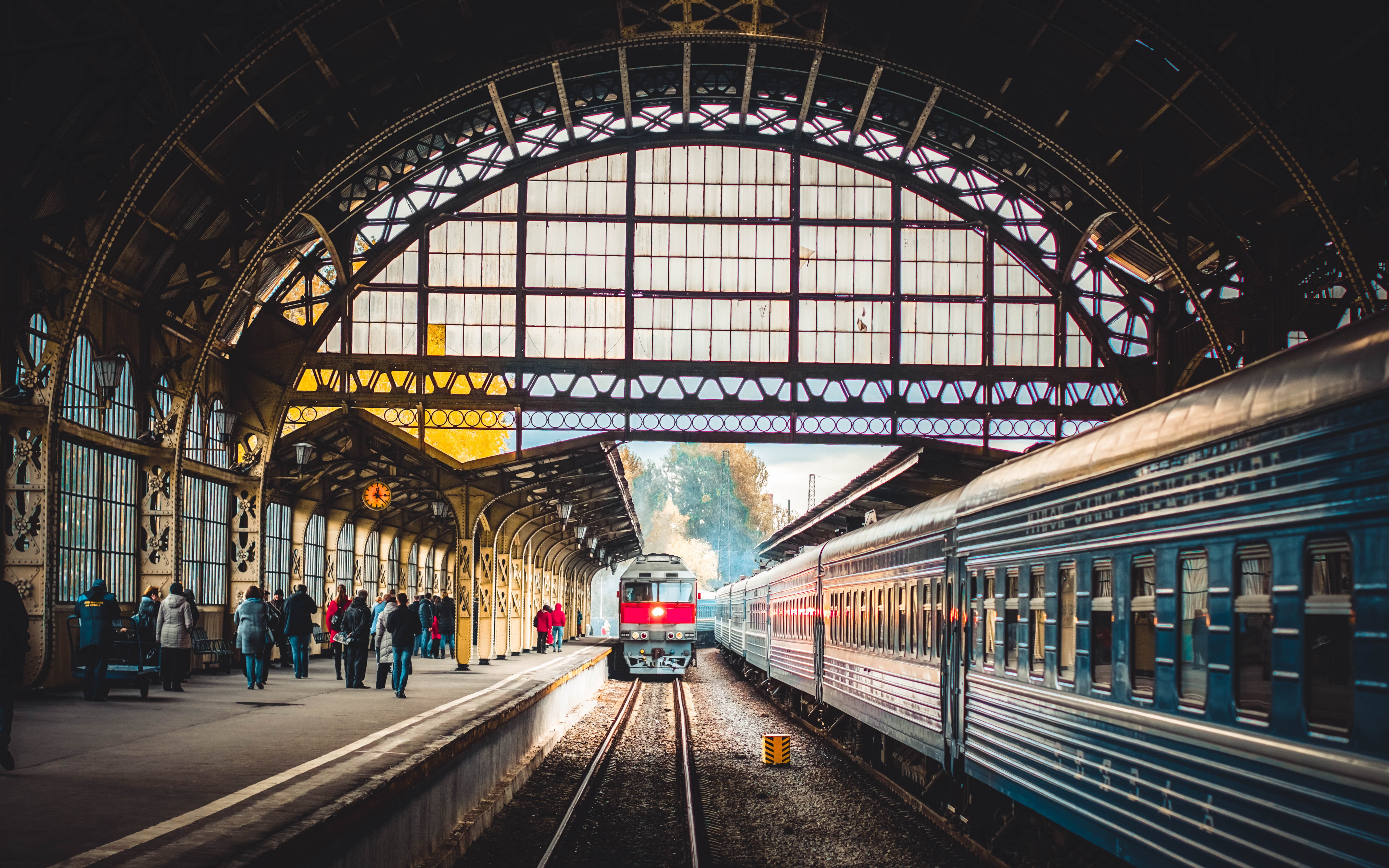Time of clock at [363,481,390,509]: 12:21
